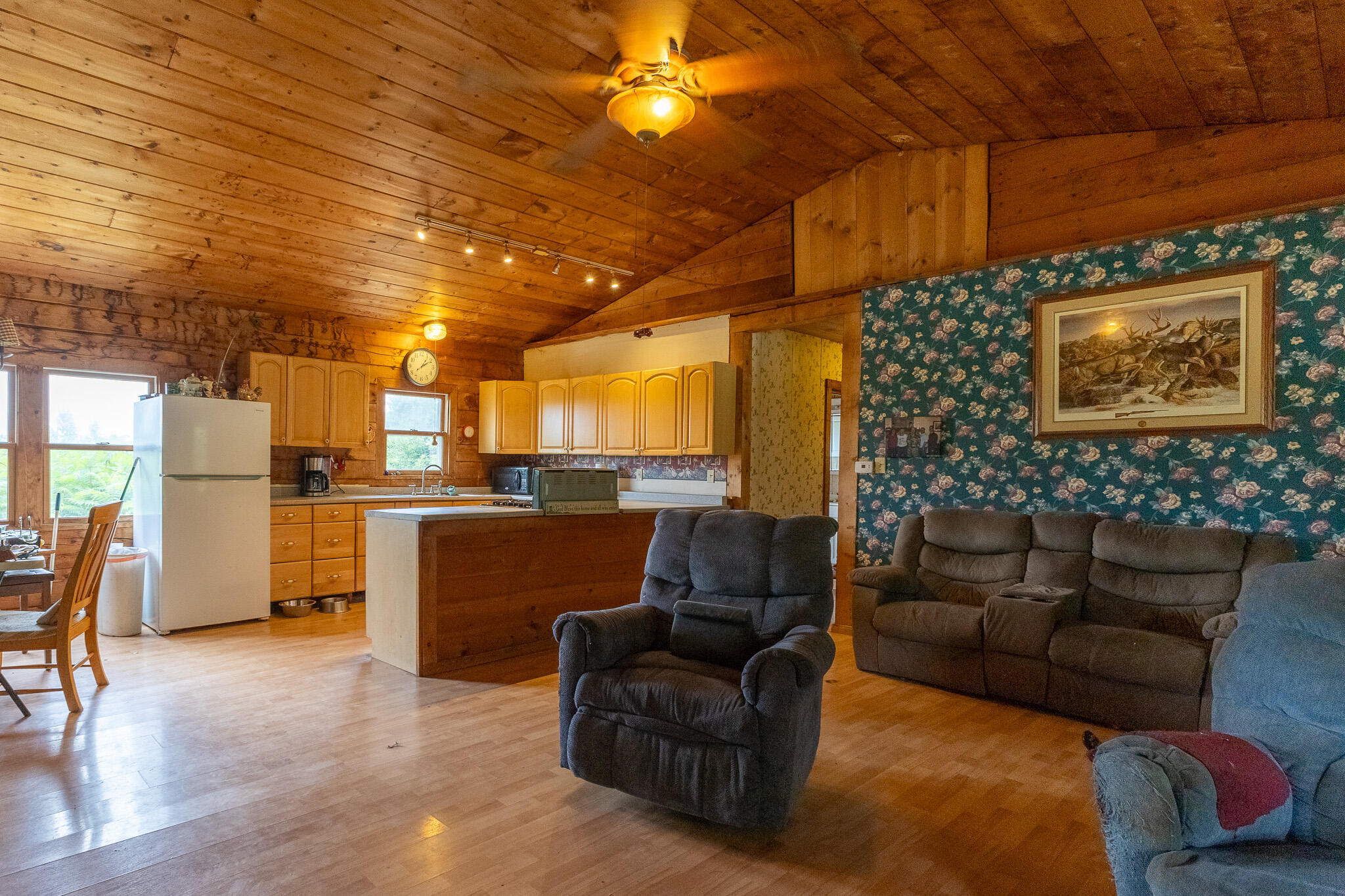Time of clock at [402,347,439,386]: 1:09
